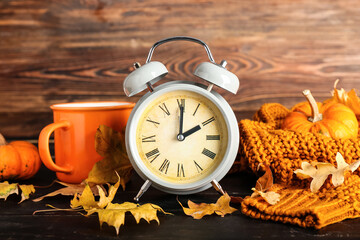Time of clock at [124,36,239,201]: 2:00
